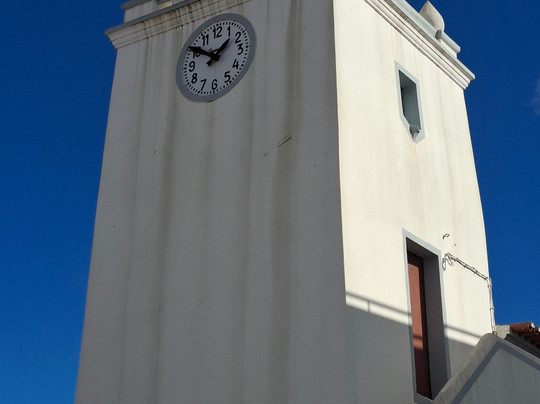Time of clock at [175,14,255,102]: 1:50
